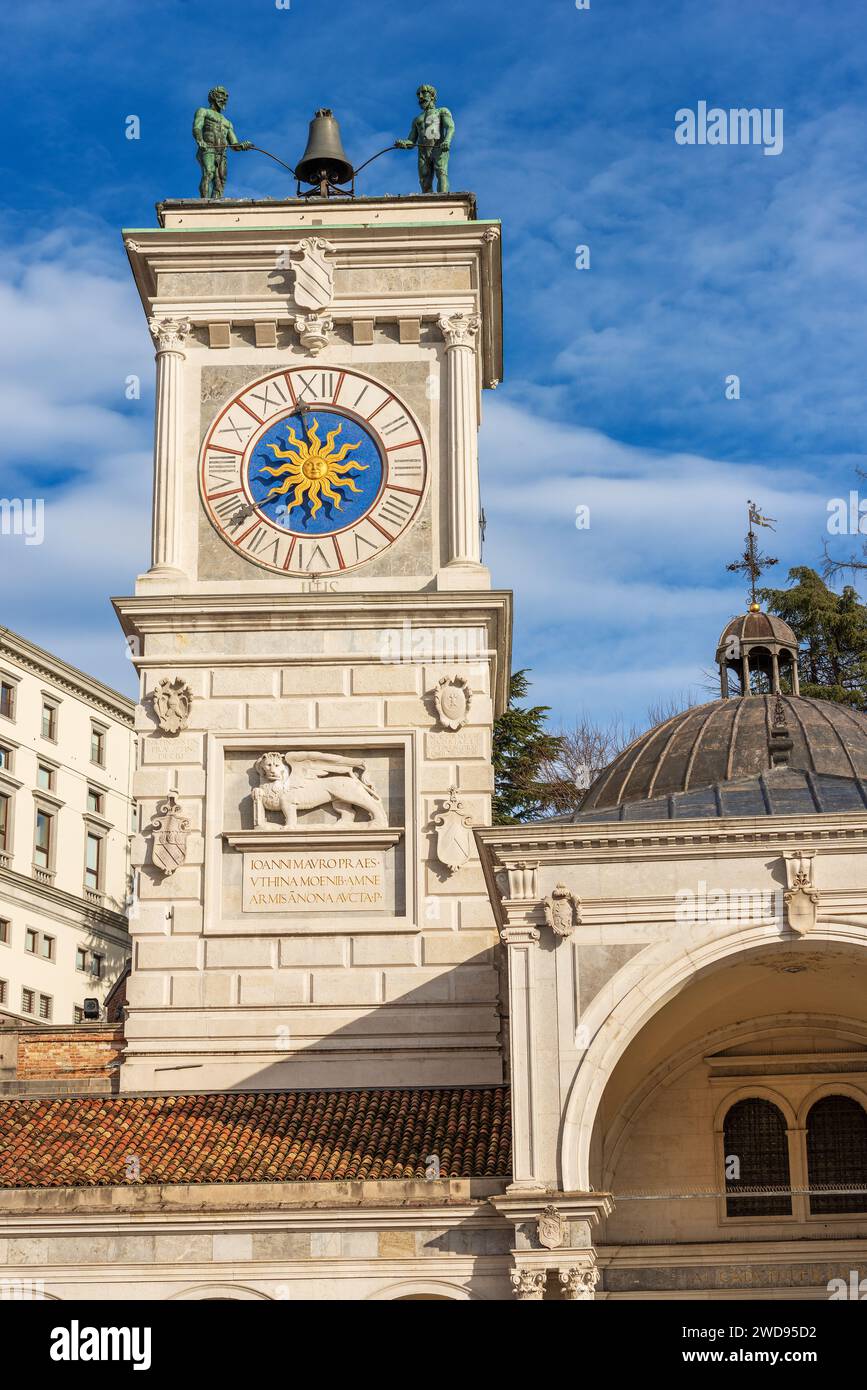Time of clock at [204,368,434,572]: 5:57
